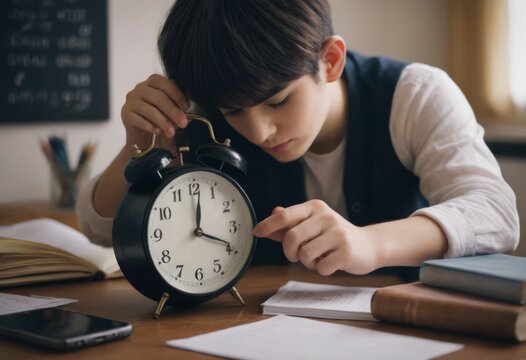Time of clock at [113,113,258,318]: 12:18
